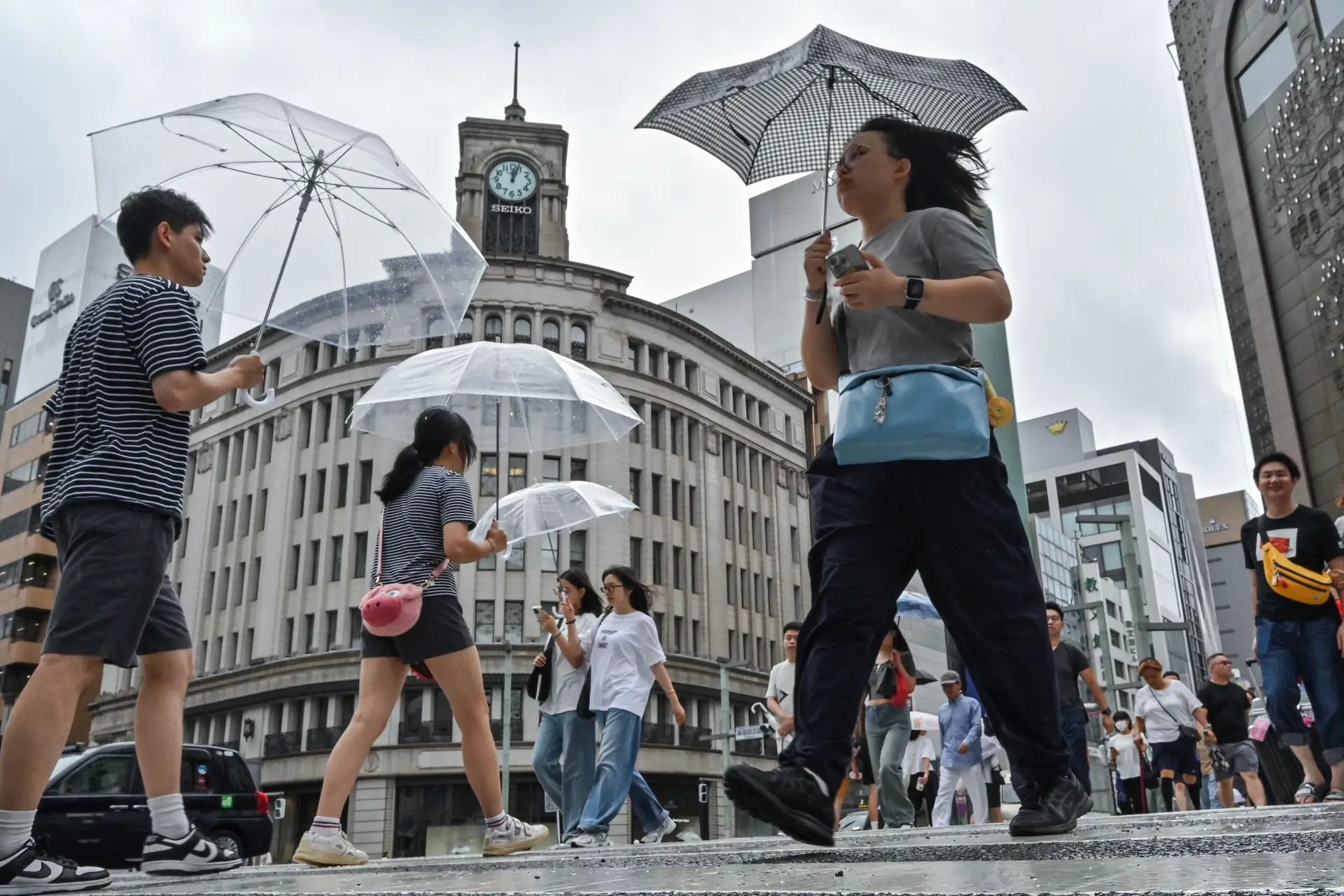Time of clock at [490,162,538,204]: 12:03
